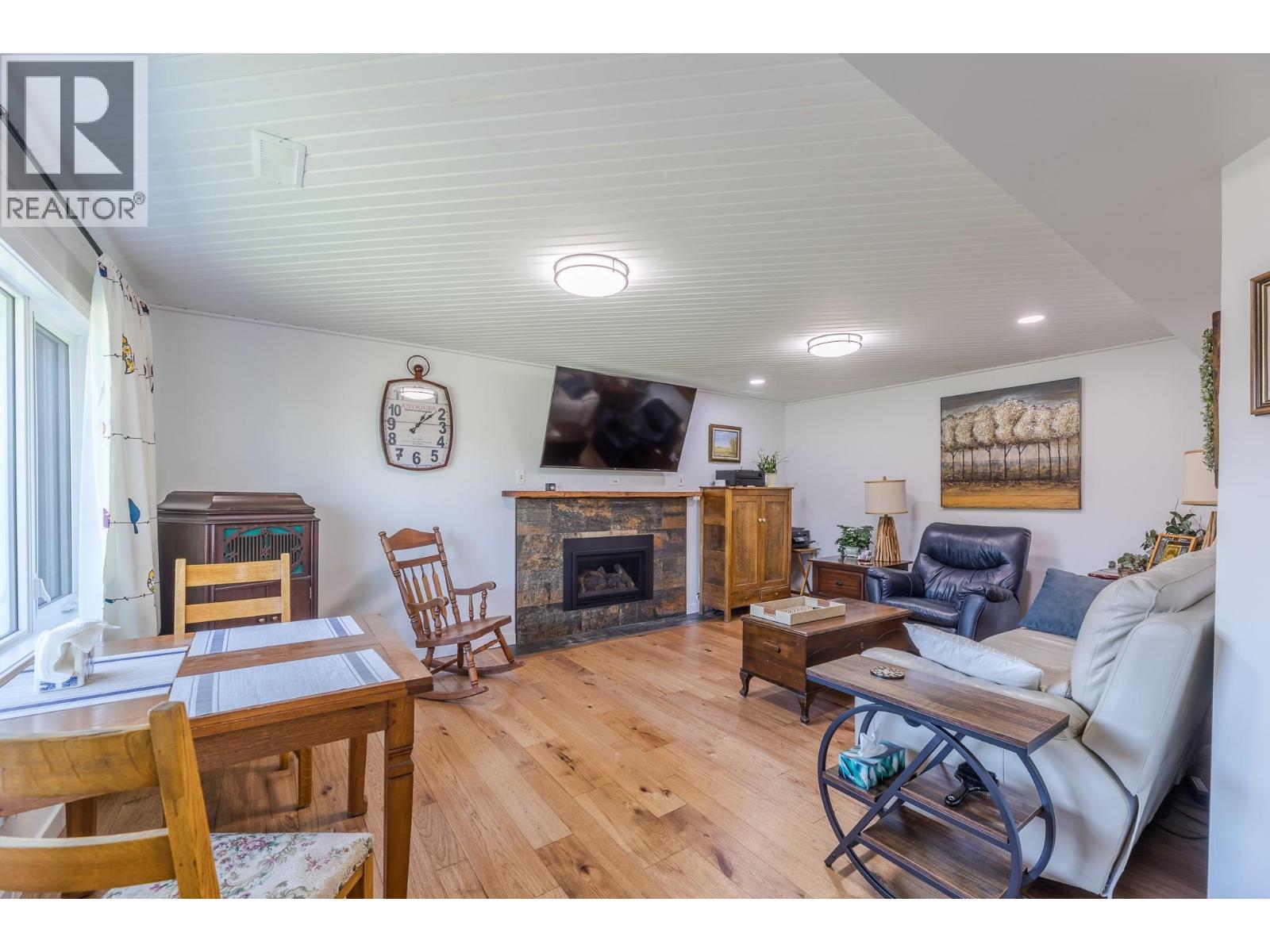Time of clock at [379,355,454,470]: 1:09
